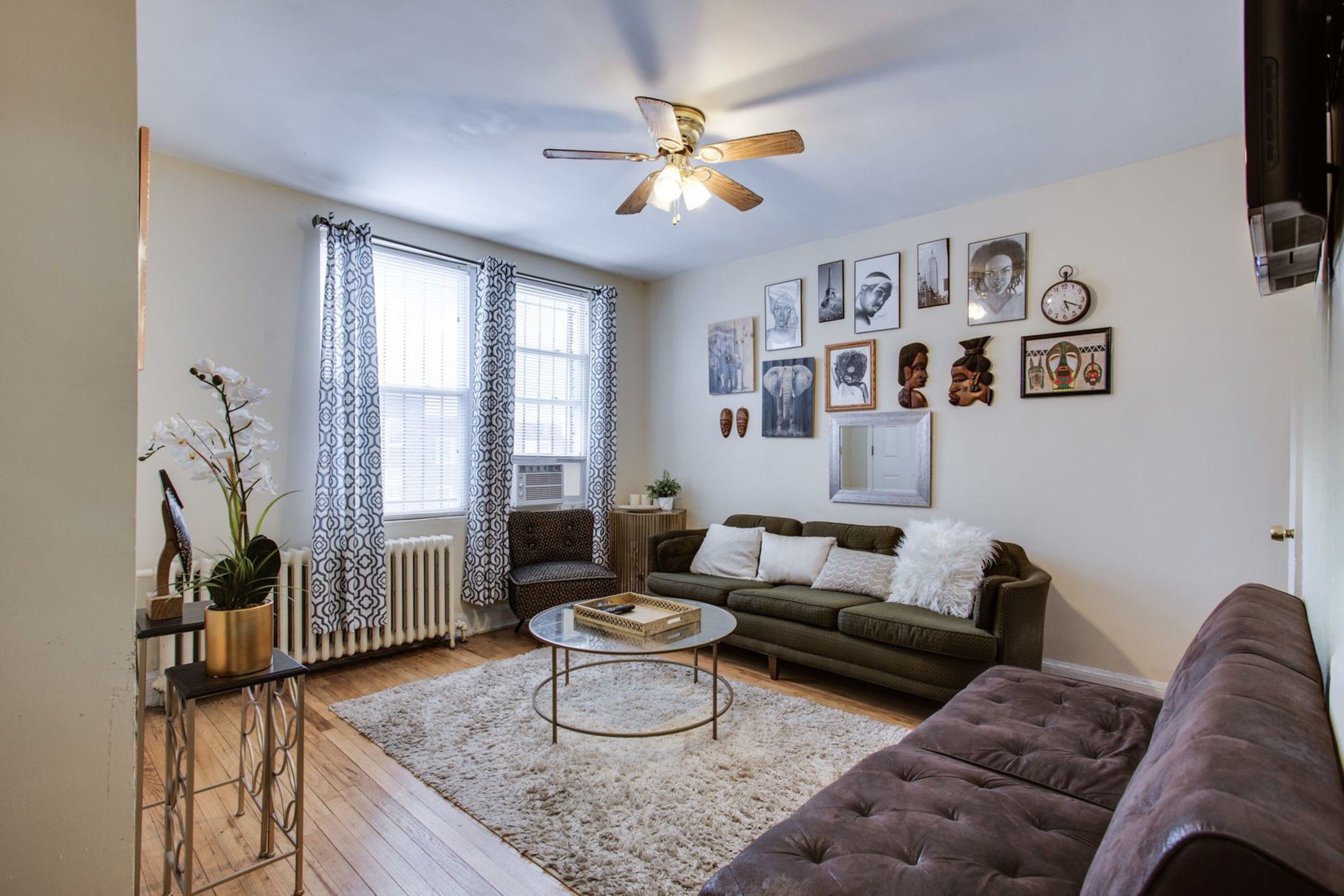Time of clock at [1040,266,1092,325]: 5:19
